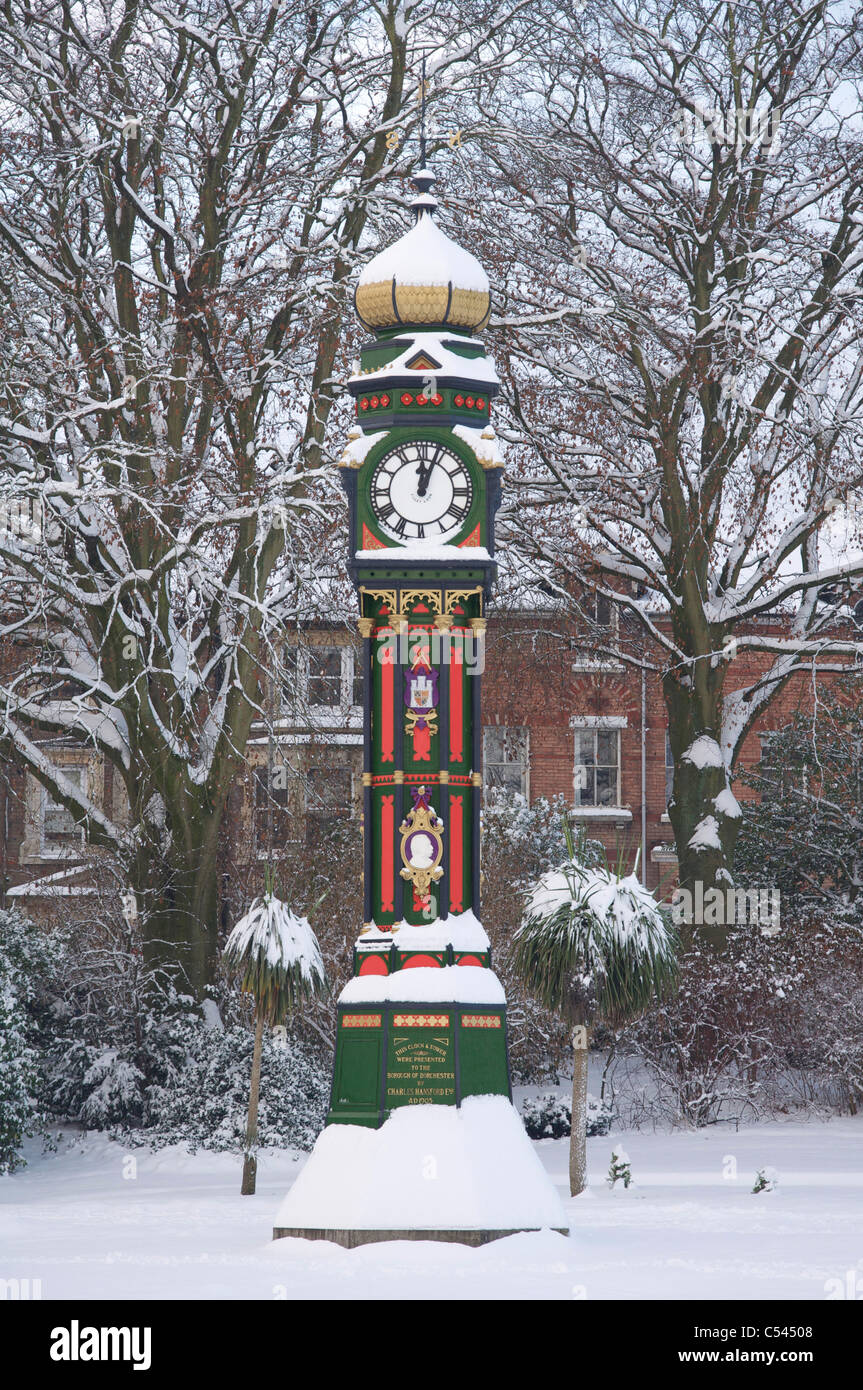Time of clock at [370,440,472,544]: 12:03
